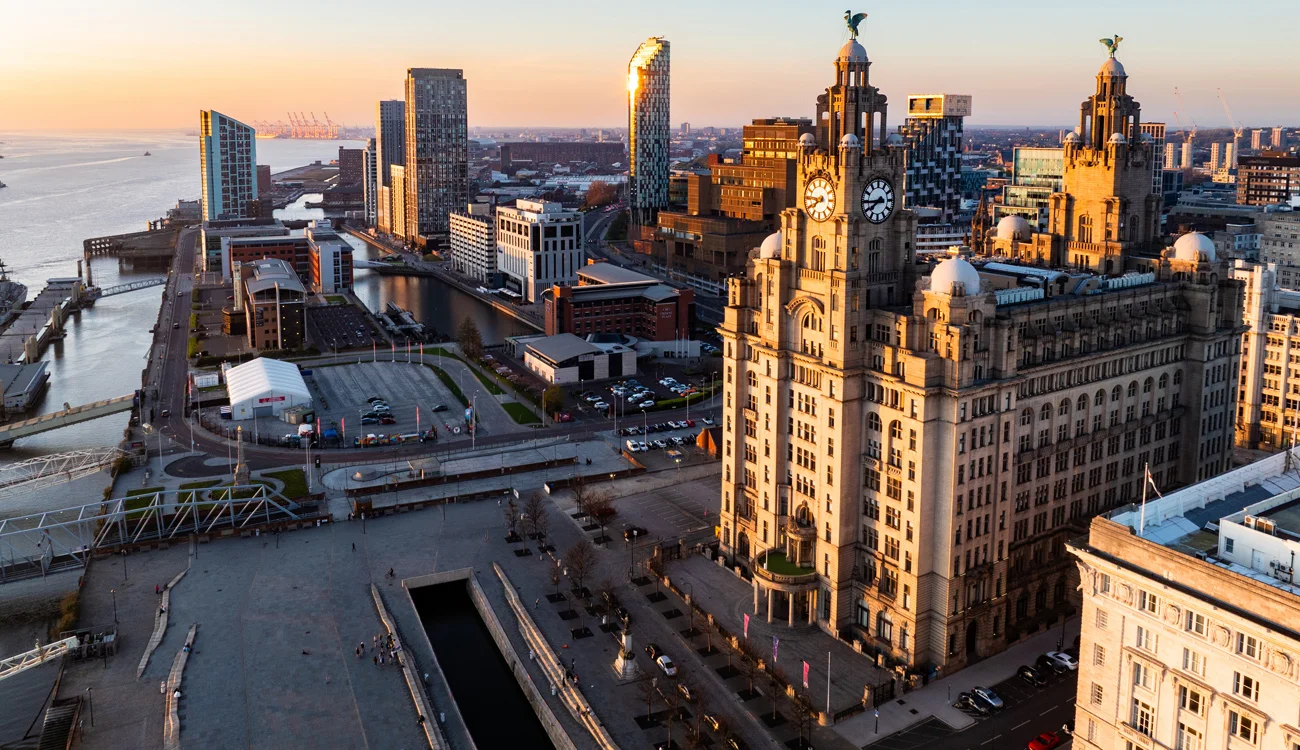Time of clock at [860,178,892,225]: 7:44
